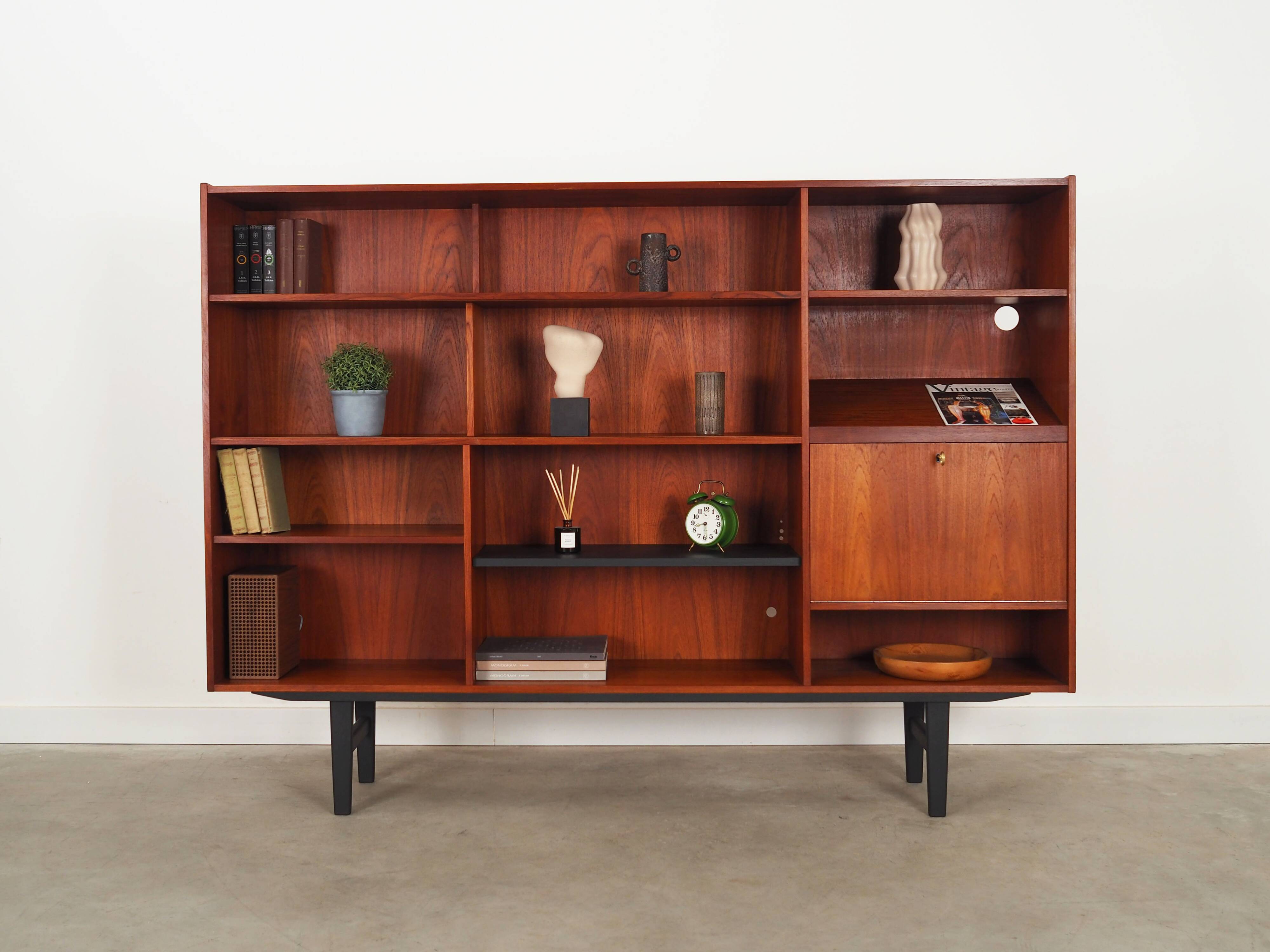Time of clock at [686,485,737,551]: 8:29
